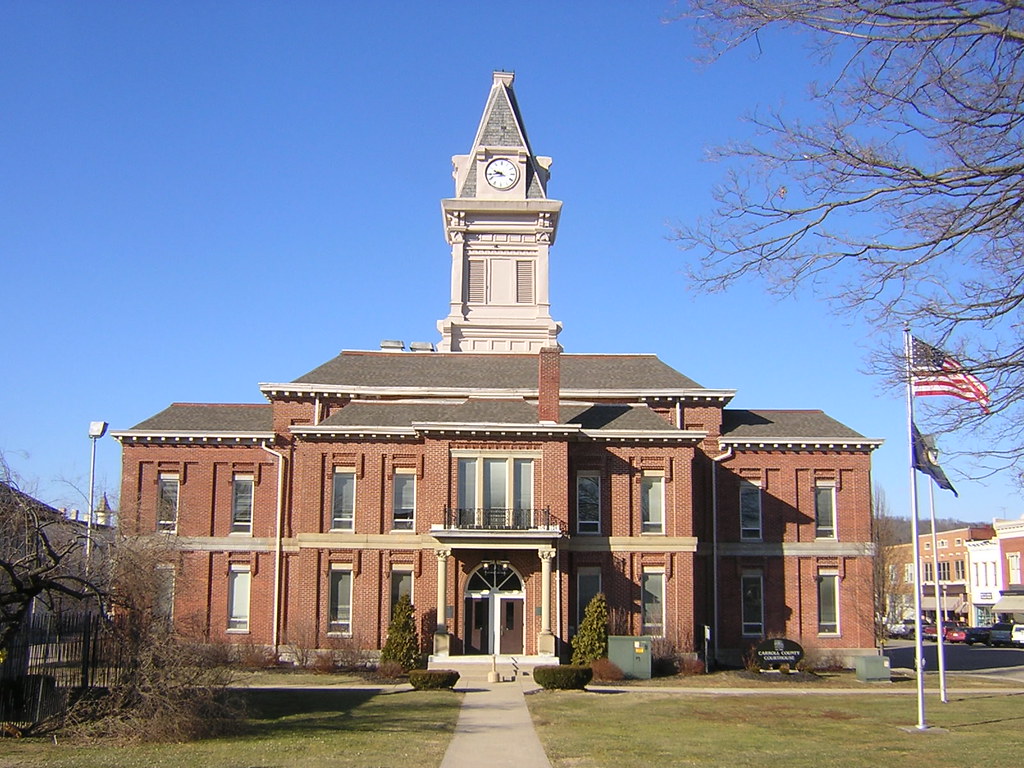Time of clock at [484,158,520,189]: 9:43
